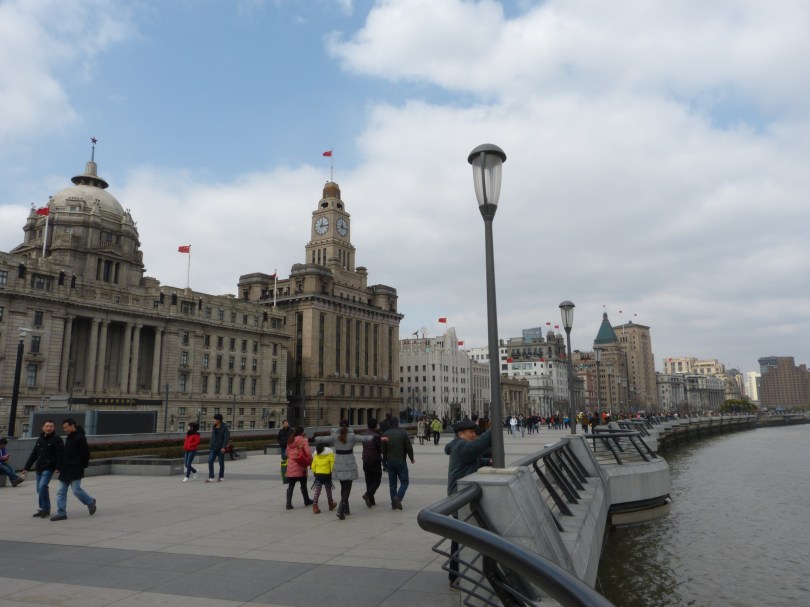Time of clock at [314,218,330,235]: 12:14
